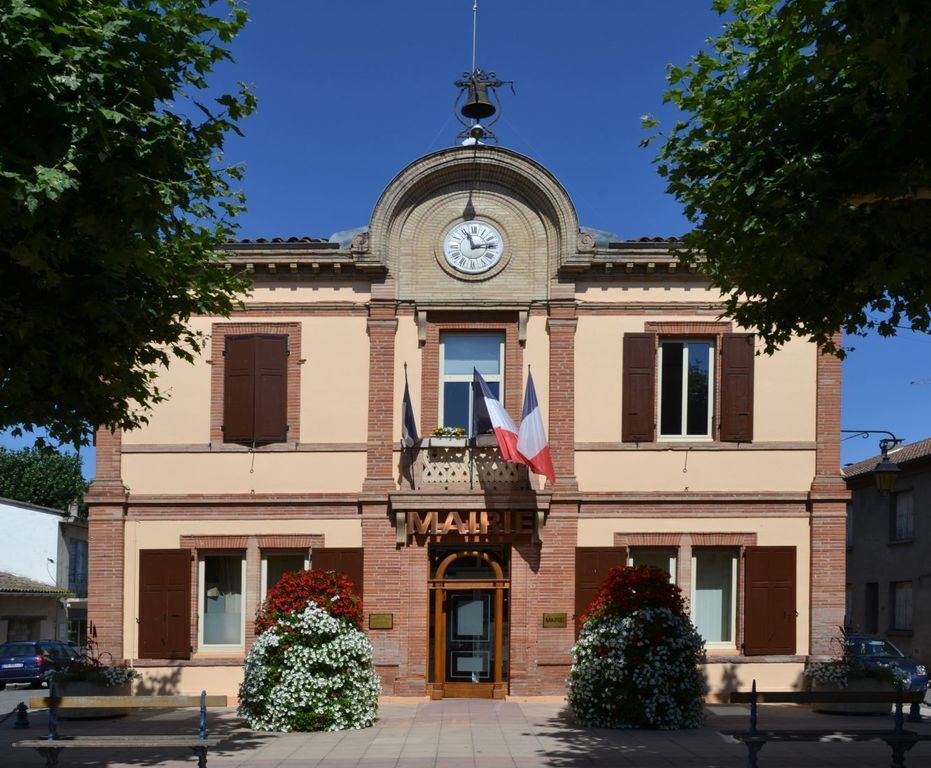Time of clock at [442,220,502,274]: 11:13
